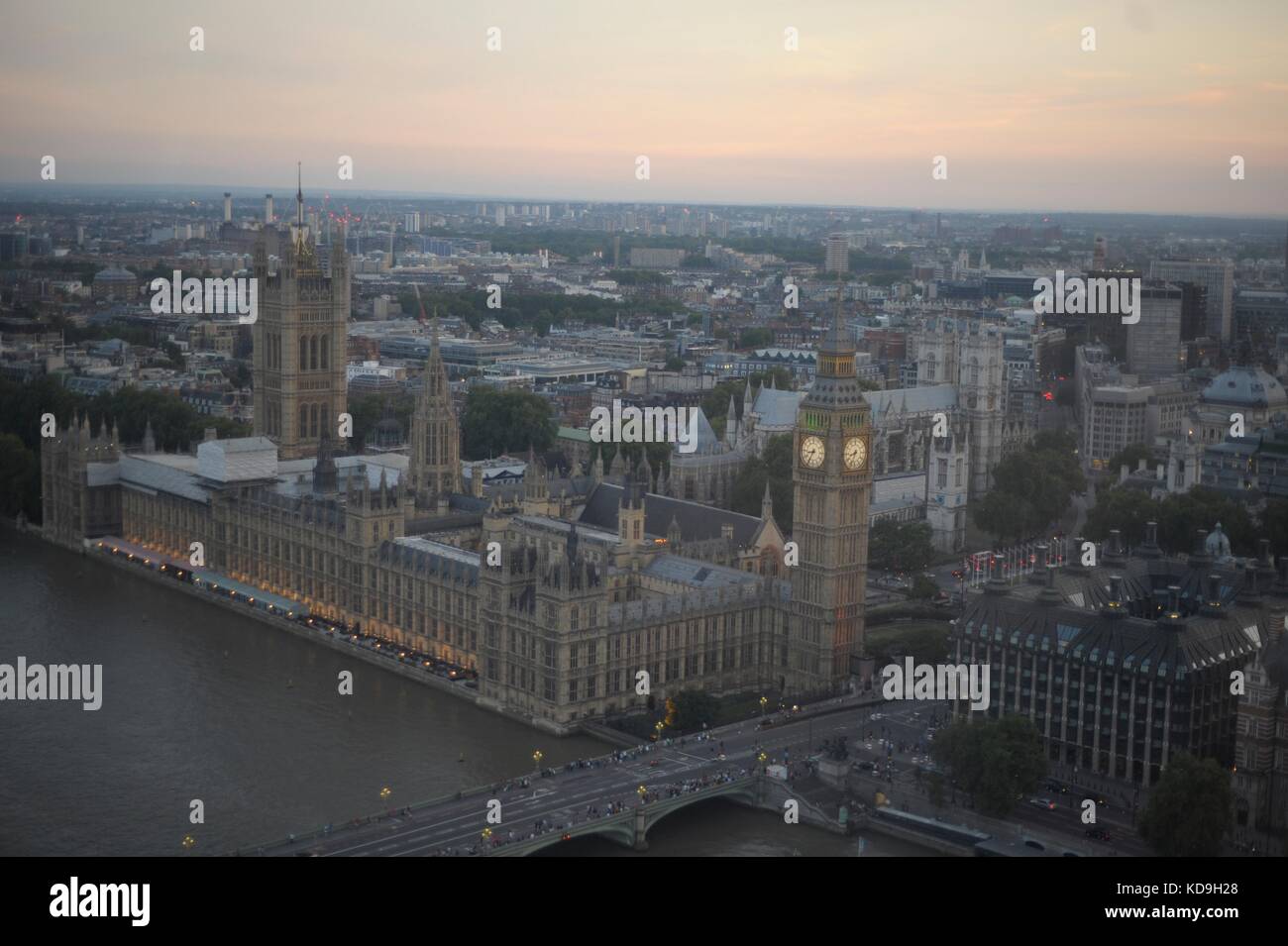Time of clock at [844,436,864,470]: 8:33
